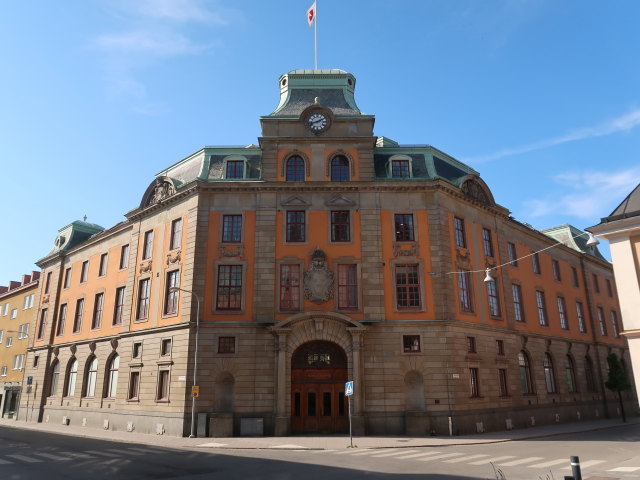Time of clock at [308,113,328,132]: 1:42
